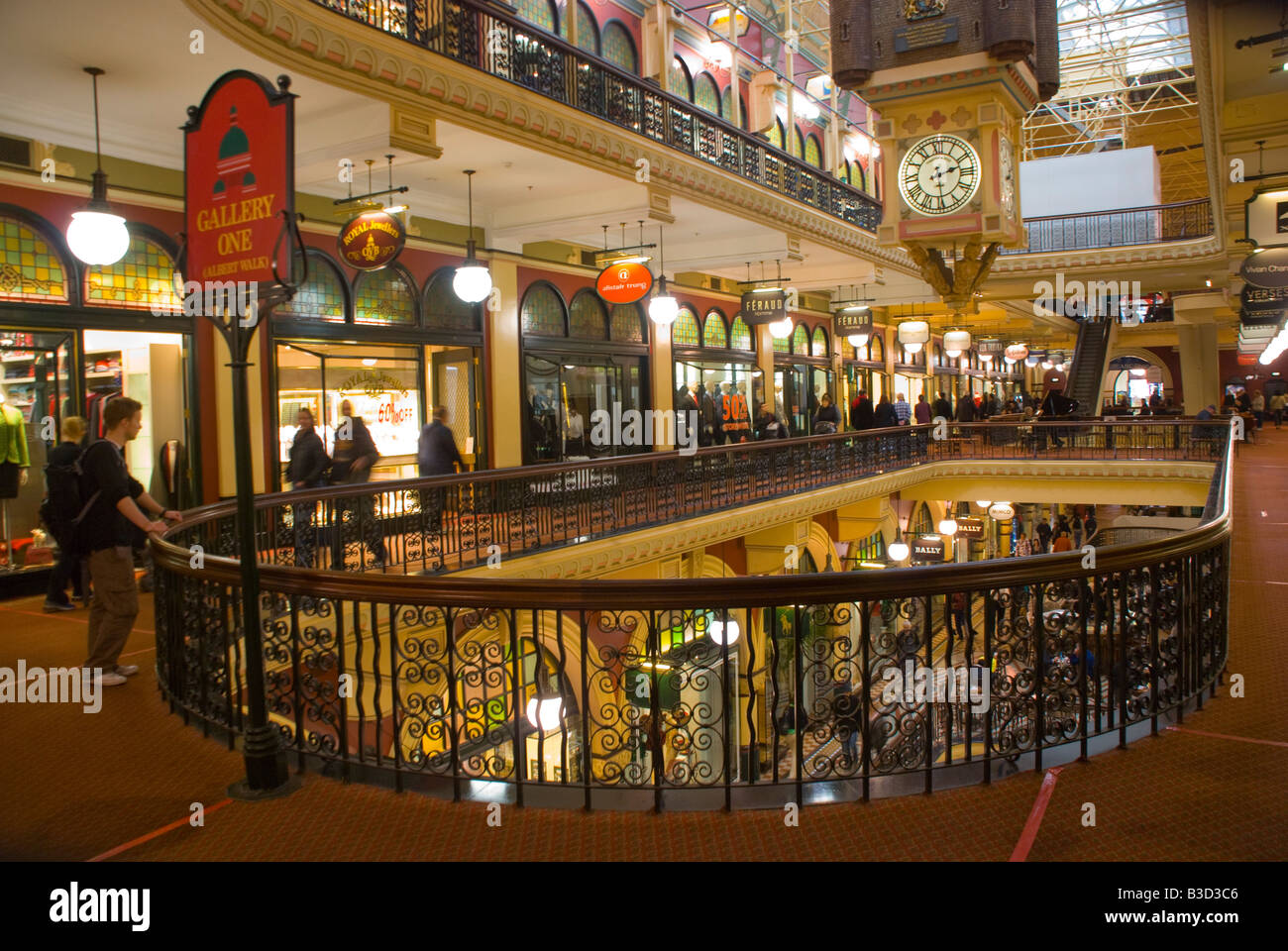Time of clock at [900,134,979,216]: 2:29
